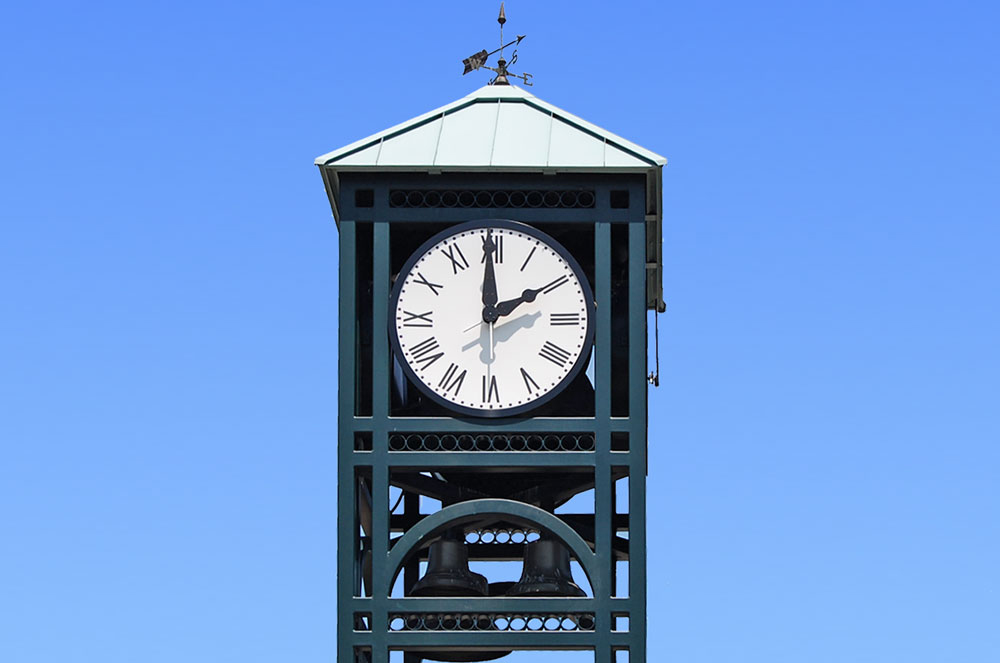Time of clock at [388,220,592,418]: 1:59
